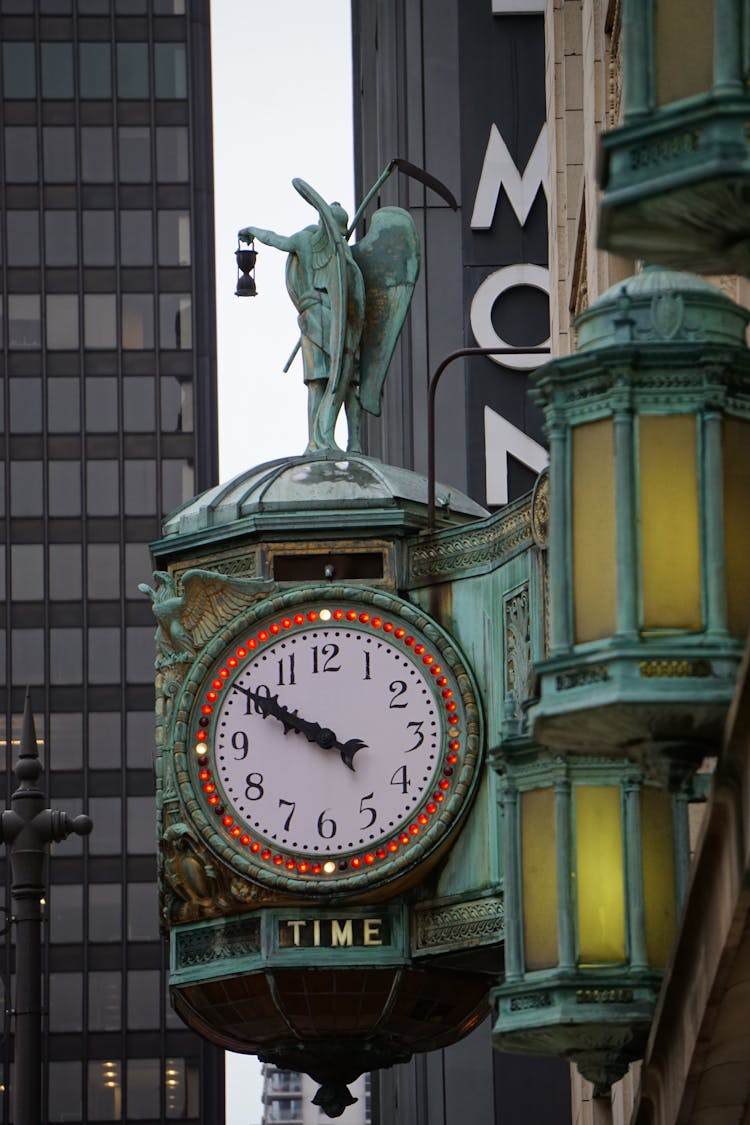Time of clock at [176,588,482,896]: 9:50
